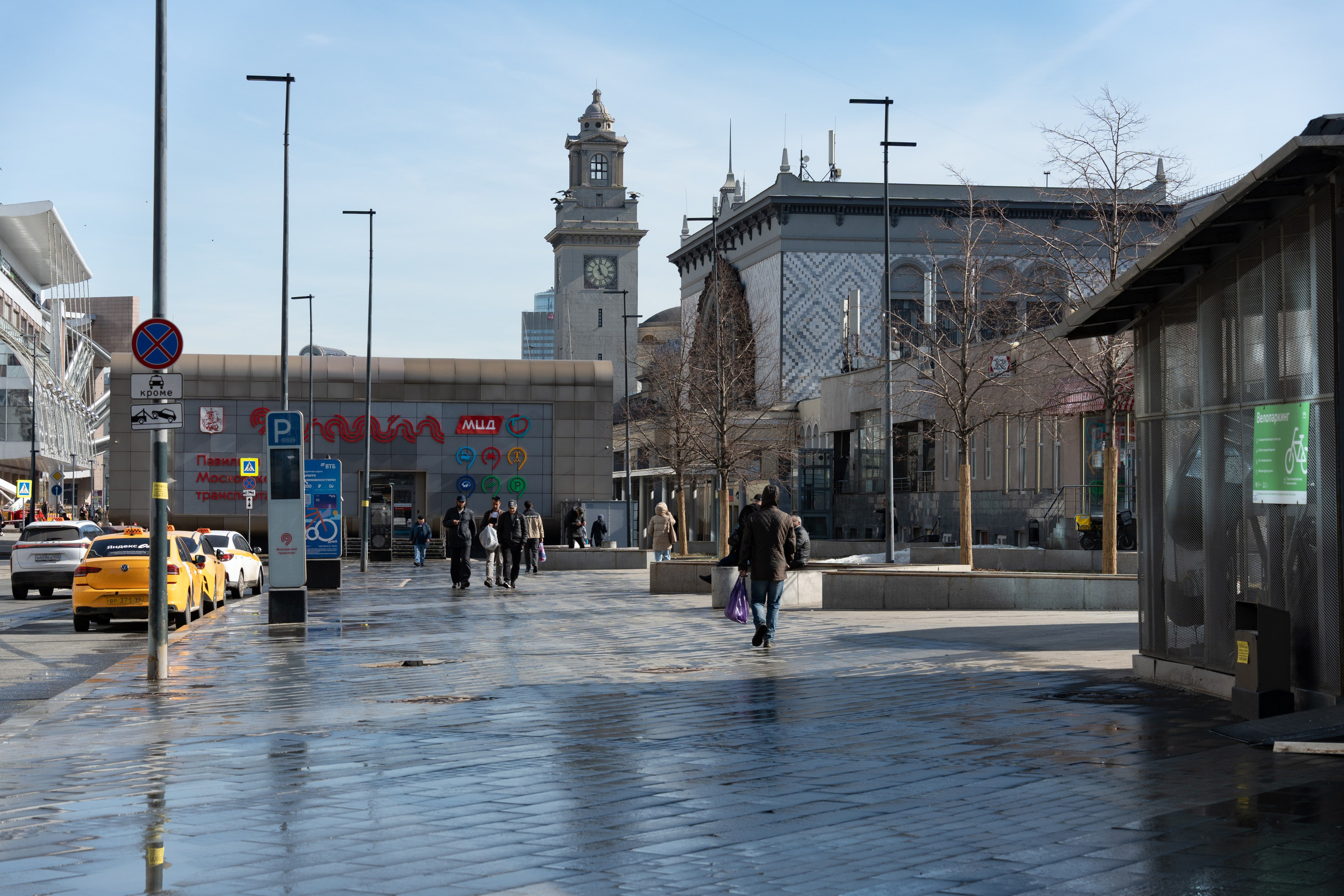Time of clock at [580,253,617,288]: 11:22
